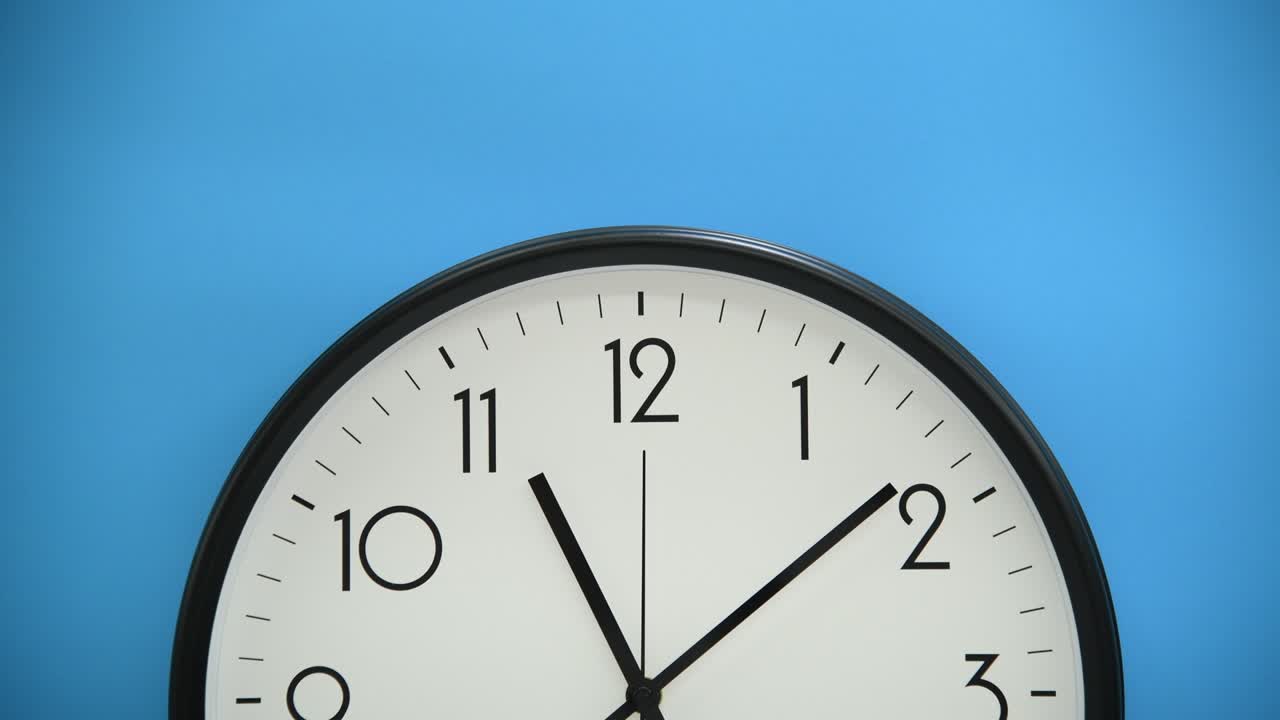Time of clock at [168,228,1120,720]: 11:08
